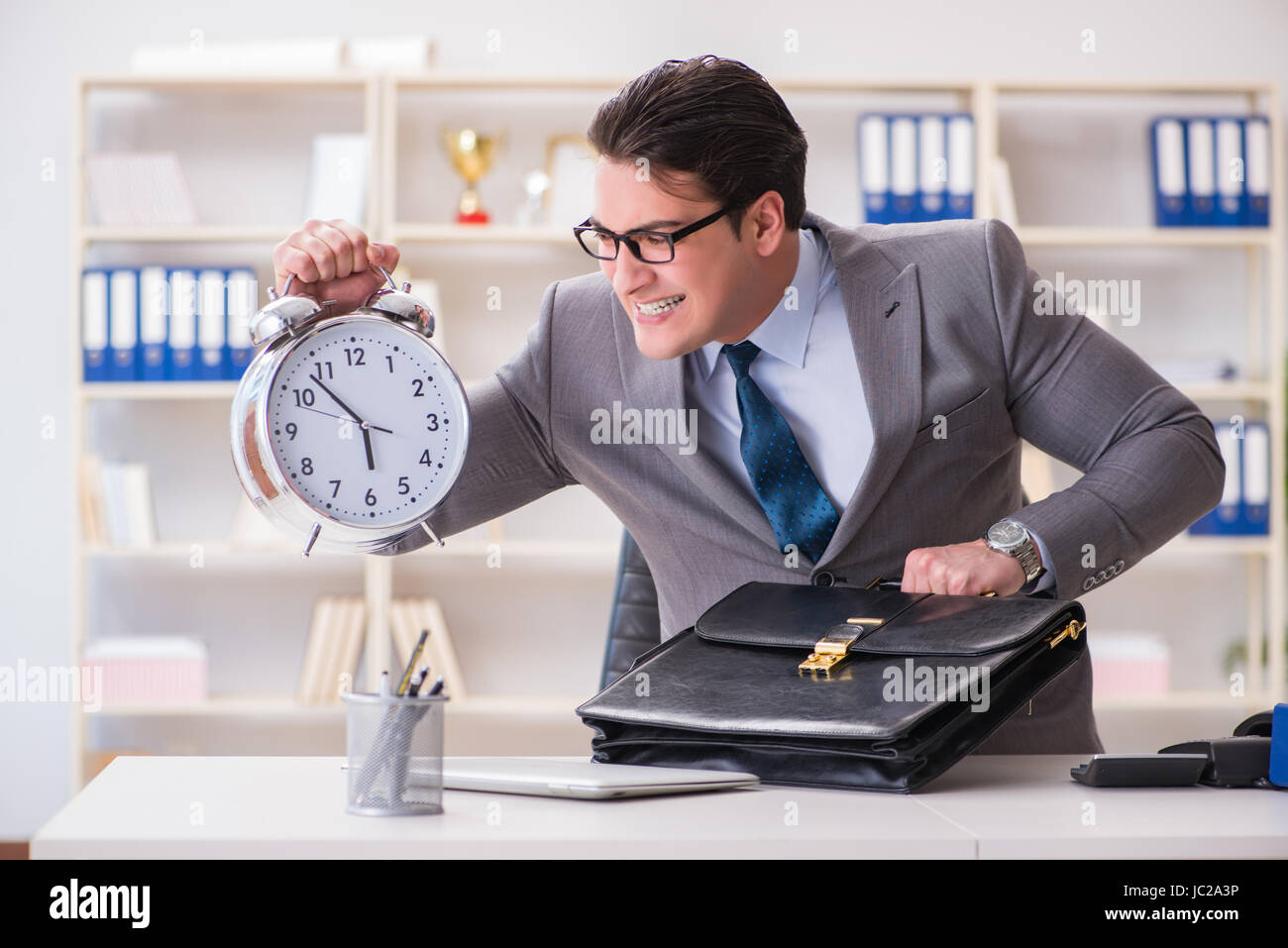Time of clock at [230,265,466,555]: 5:53
